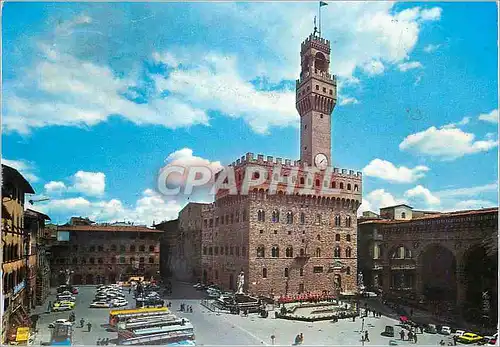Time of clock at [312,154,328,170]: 1:37
